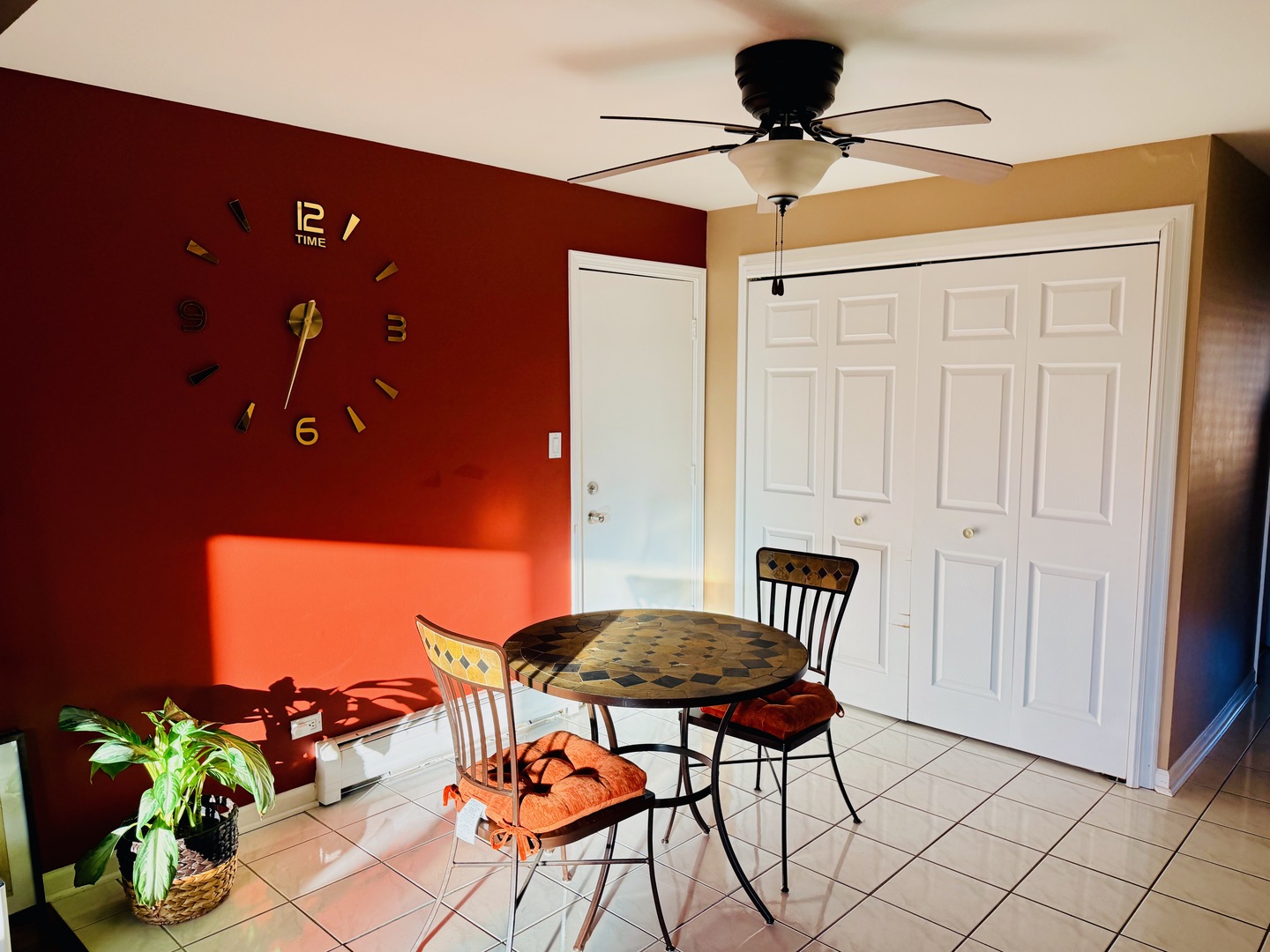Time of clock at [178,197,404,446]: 6:32
